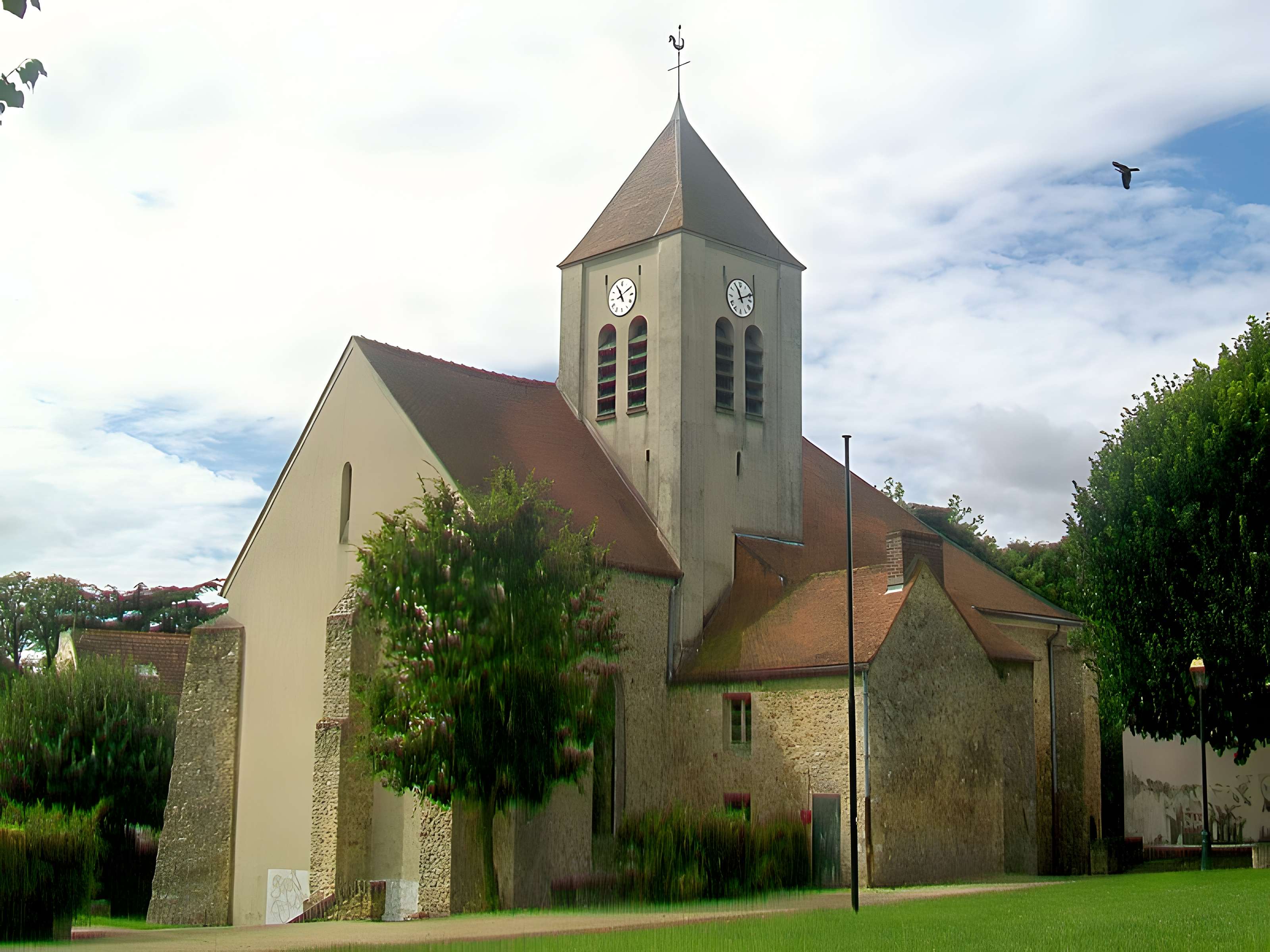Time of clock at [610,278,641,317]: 11:09
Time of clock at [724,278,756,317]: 11:11
